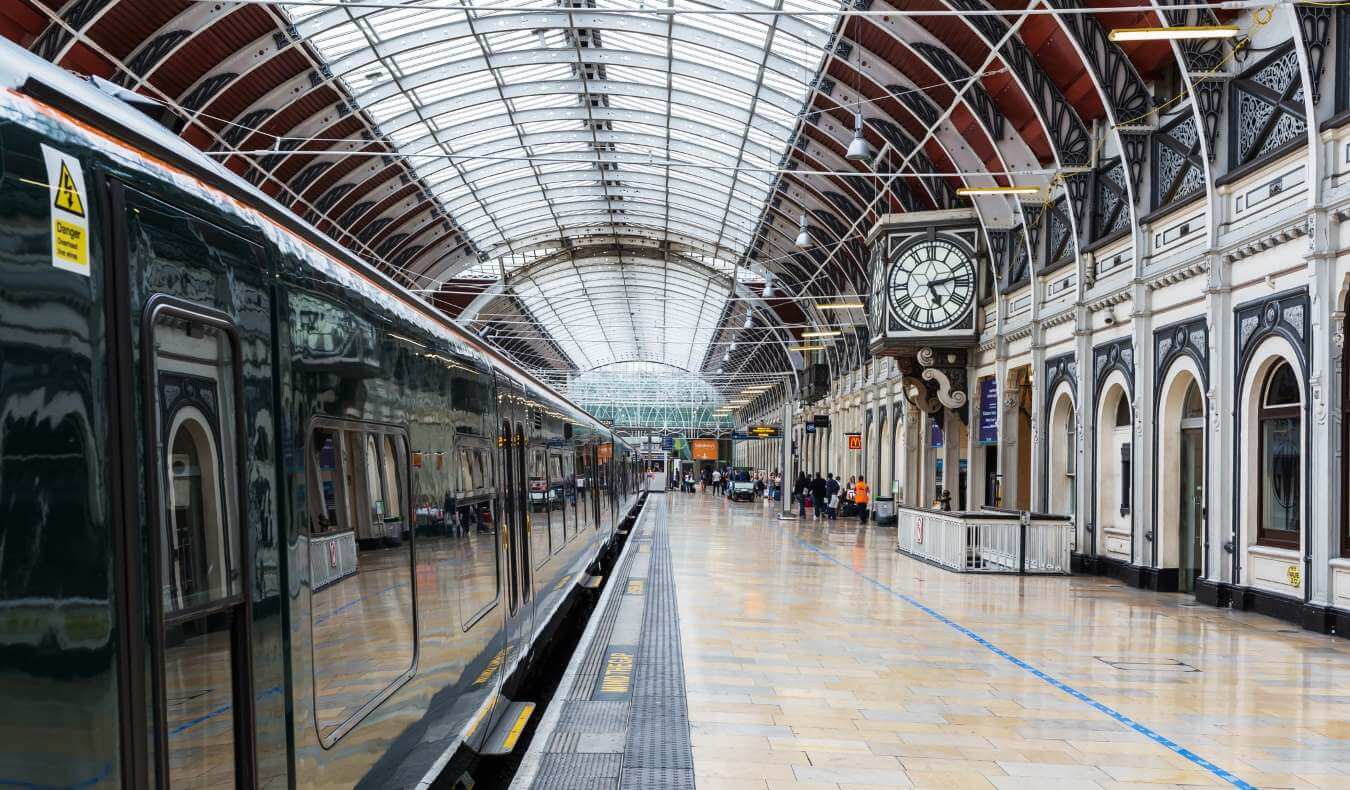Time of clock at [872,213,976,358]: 5:12
